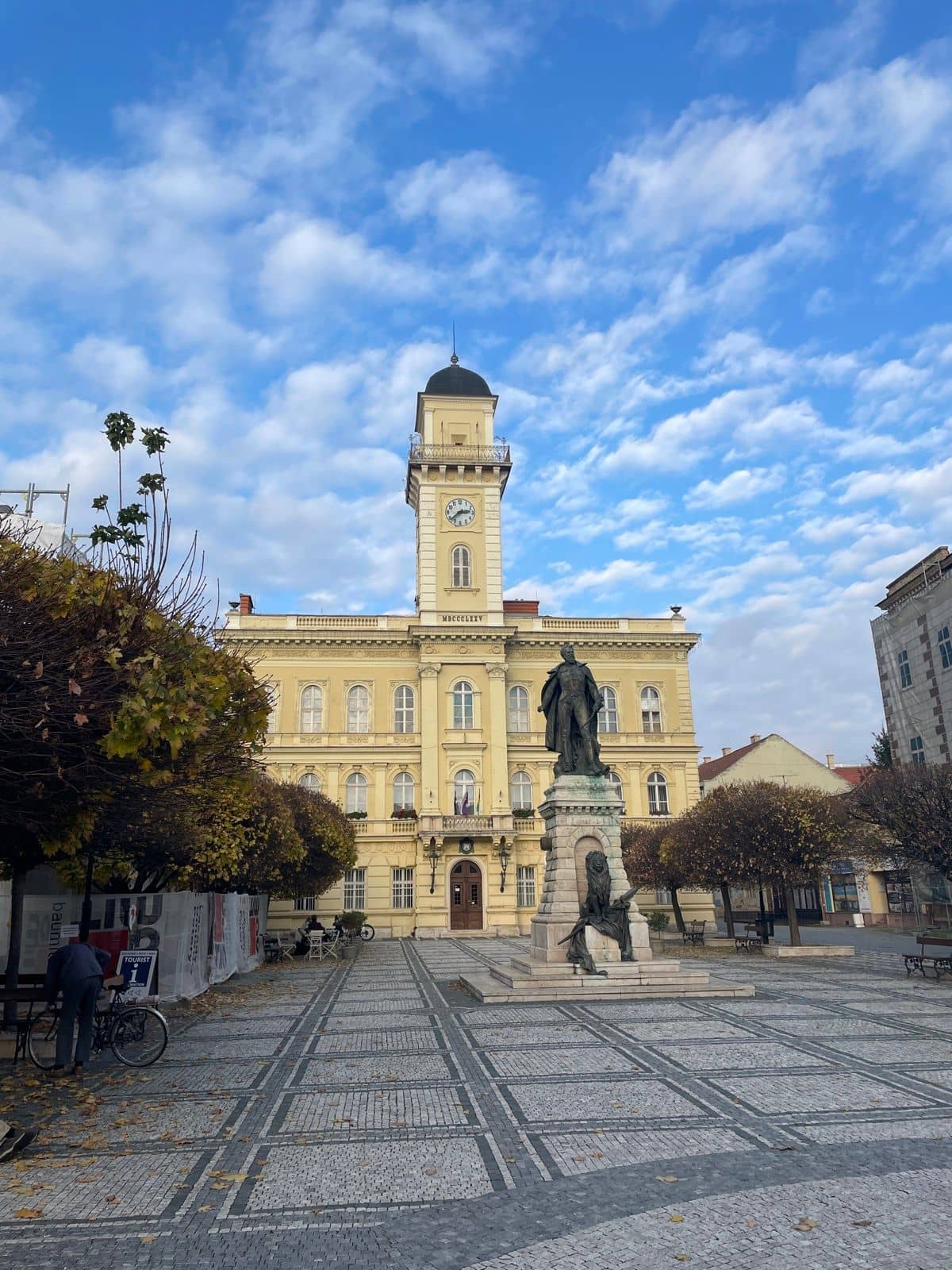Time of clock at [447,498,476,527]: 2:38
